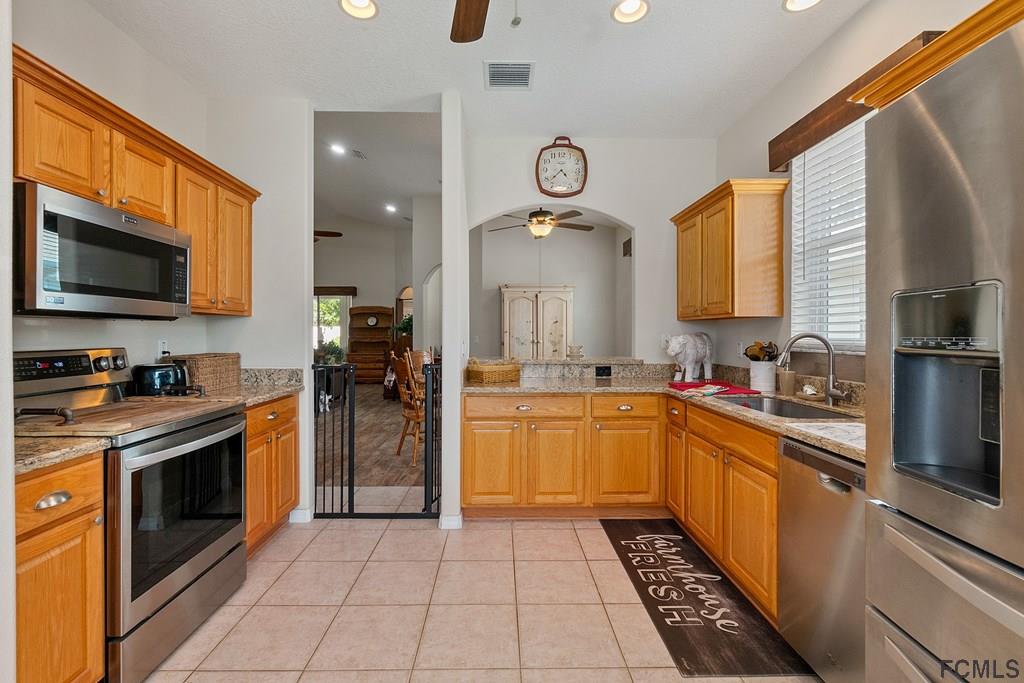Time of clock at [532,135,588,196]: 4:37
